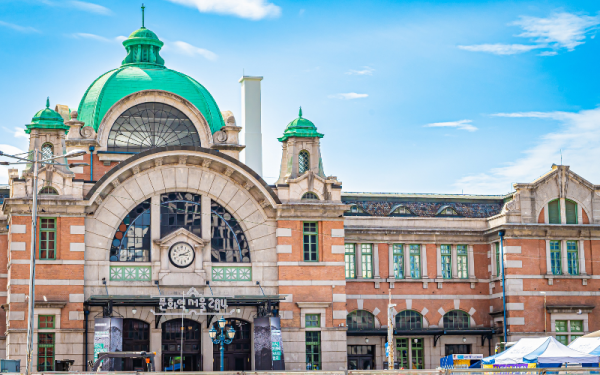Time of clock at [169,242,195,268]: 3:11
